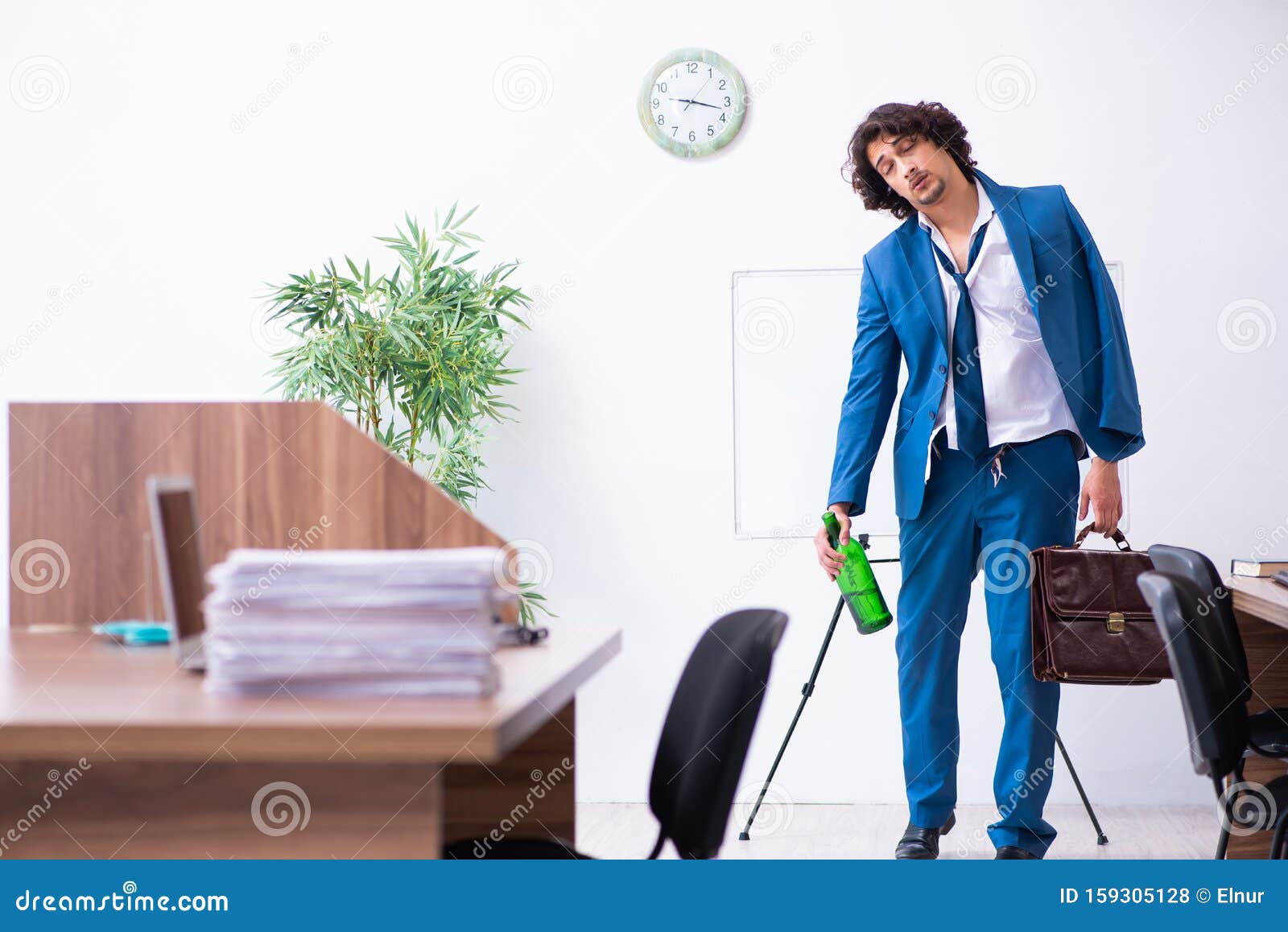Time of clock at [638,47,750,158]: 9:17
